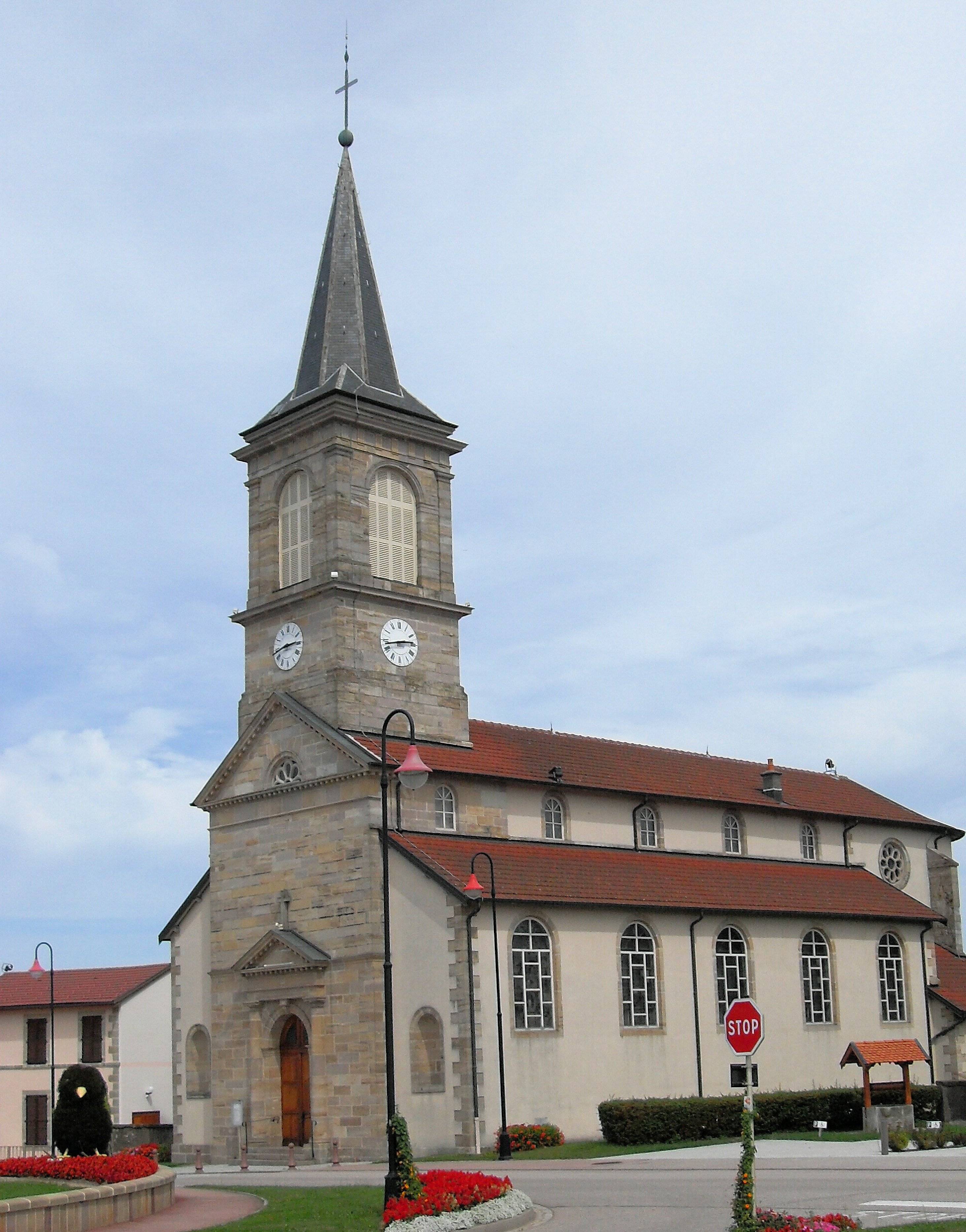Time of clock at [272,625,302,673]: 2:43
